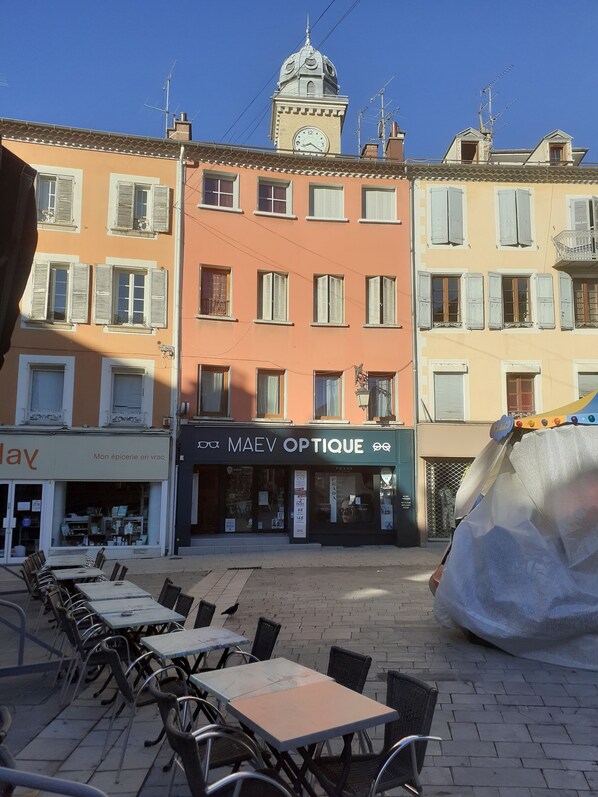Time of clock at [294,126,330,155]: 8:20
